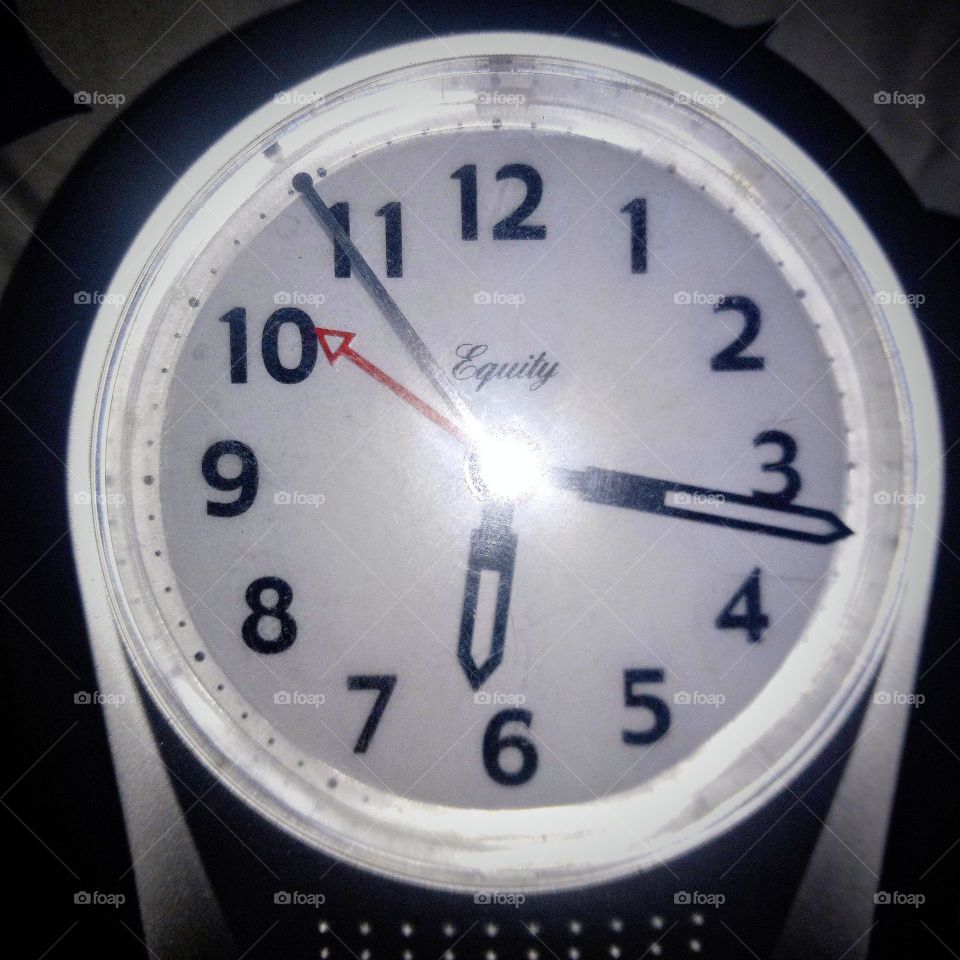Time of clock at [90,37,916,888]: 6:16
